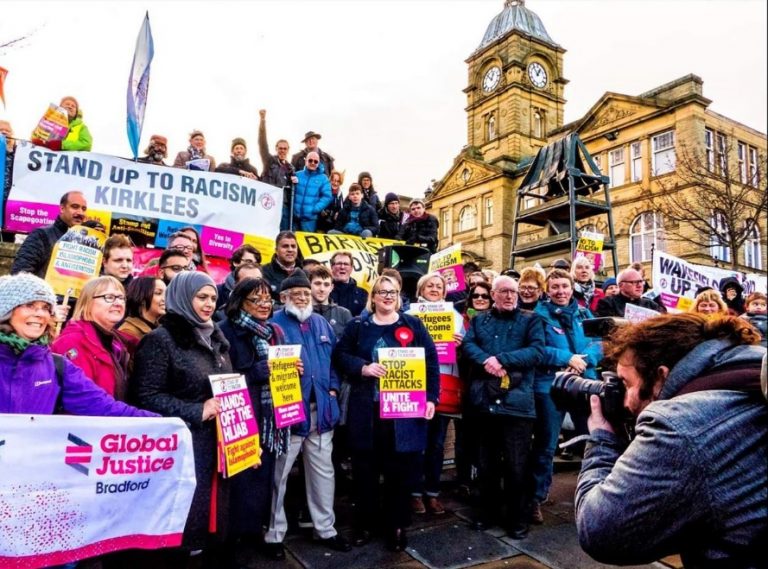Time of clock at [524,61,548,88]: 12:53
